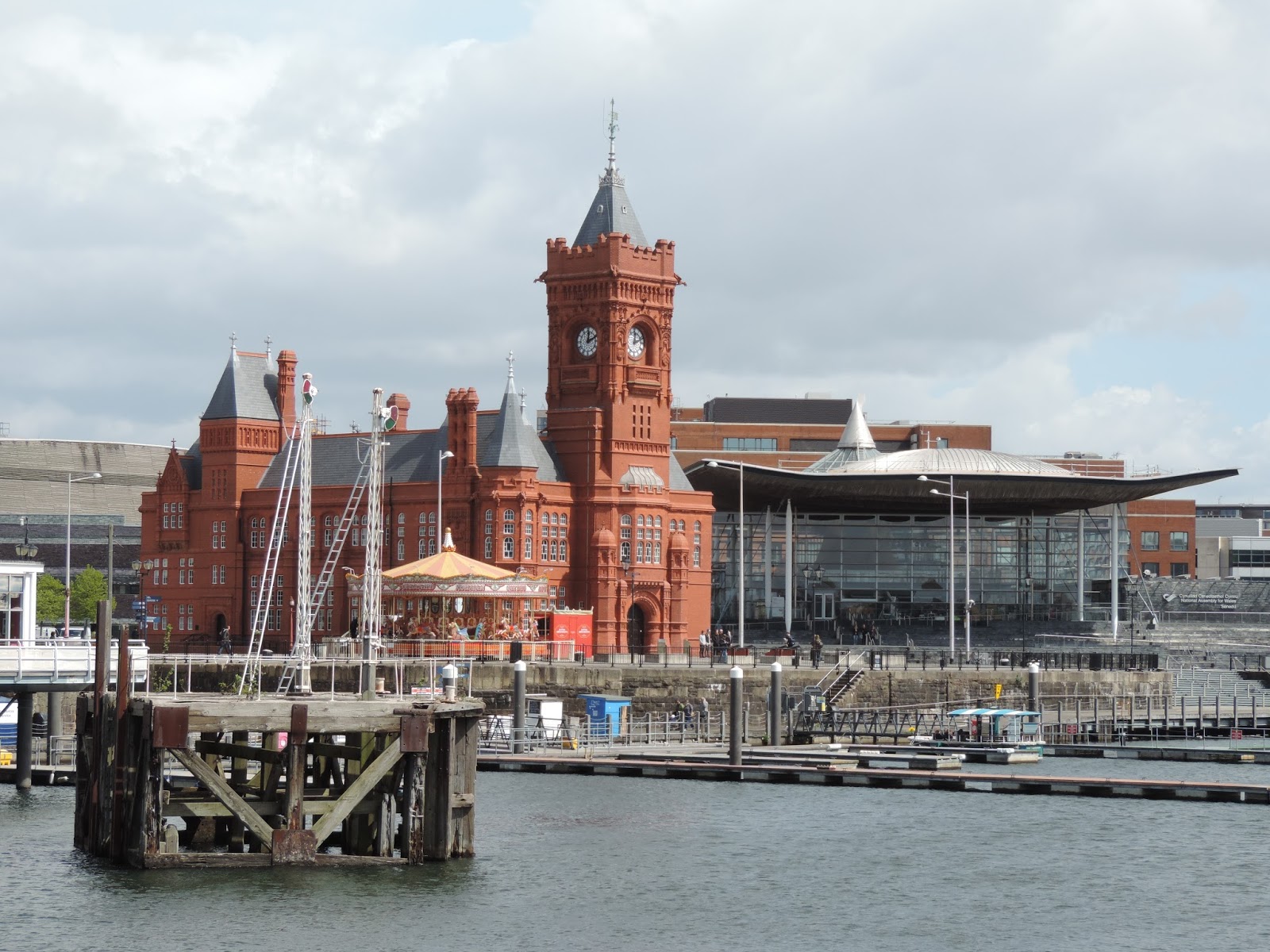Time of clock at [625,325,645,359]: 12:11
